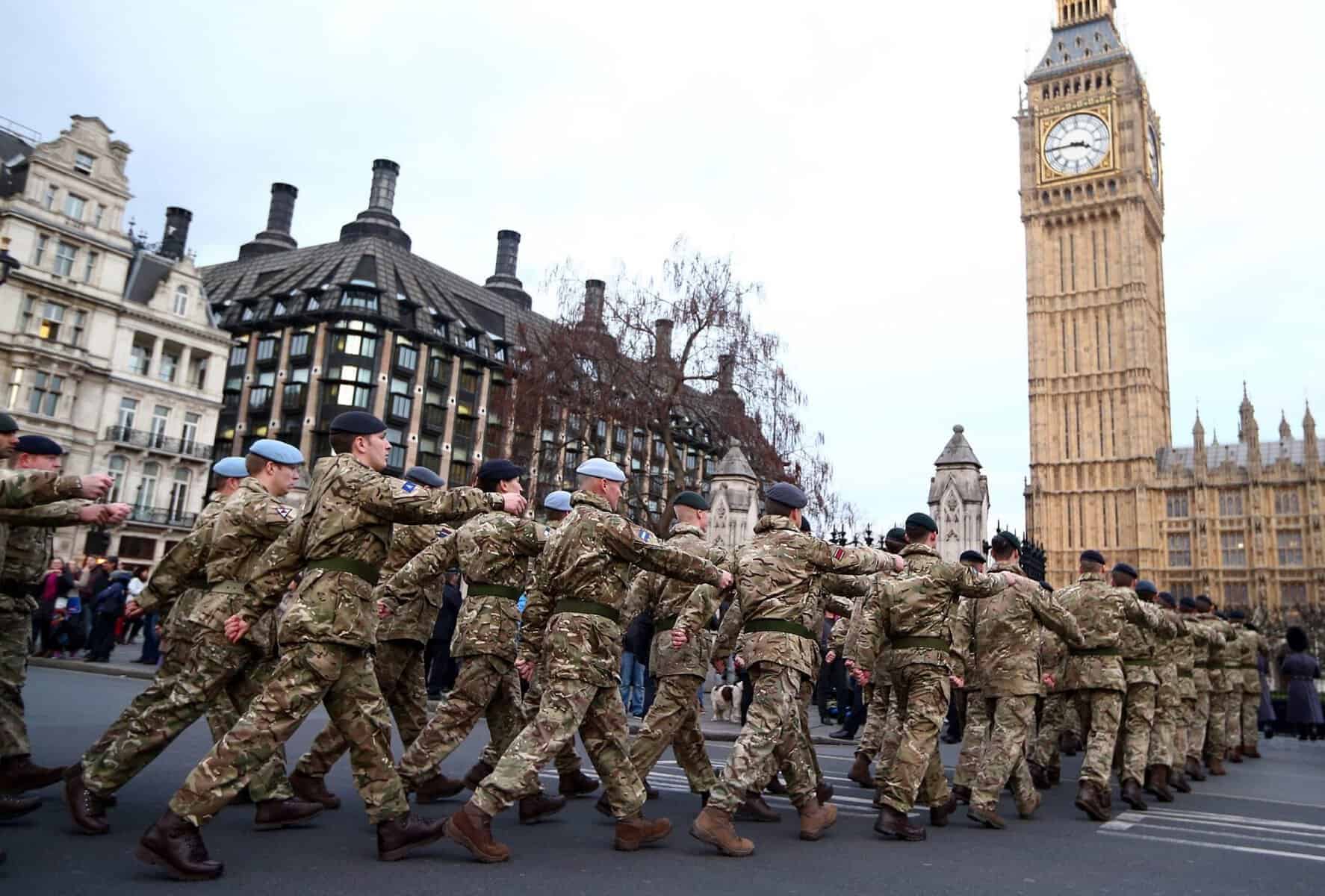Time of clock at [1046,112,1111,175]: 3:44
